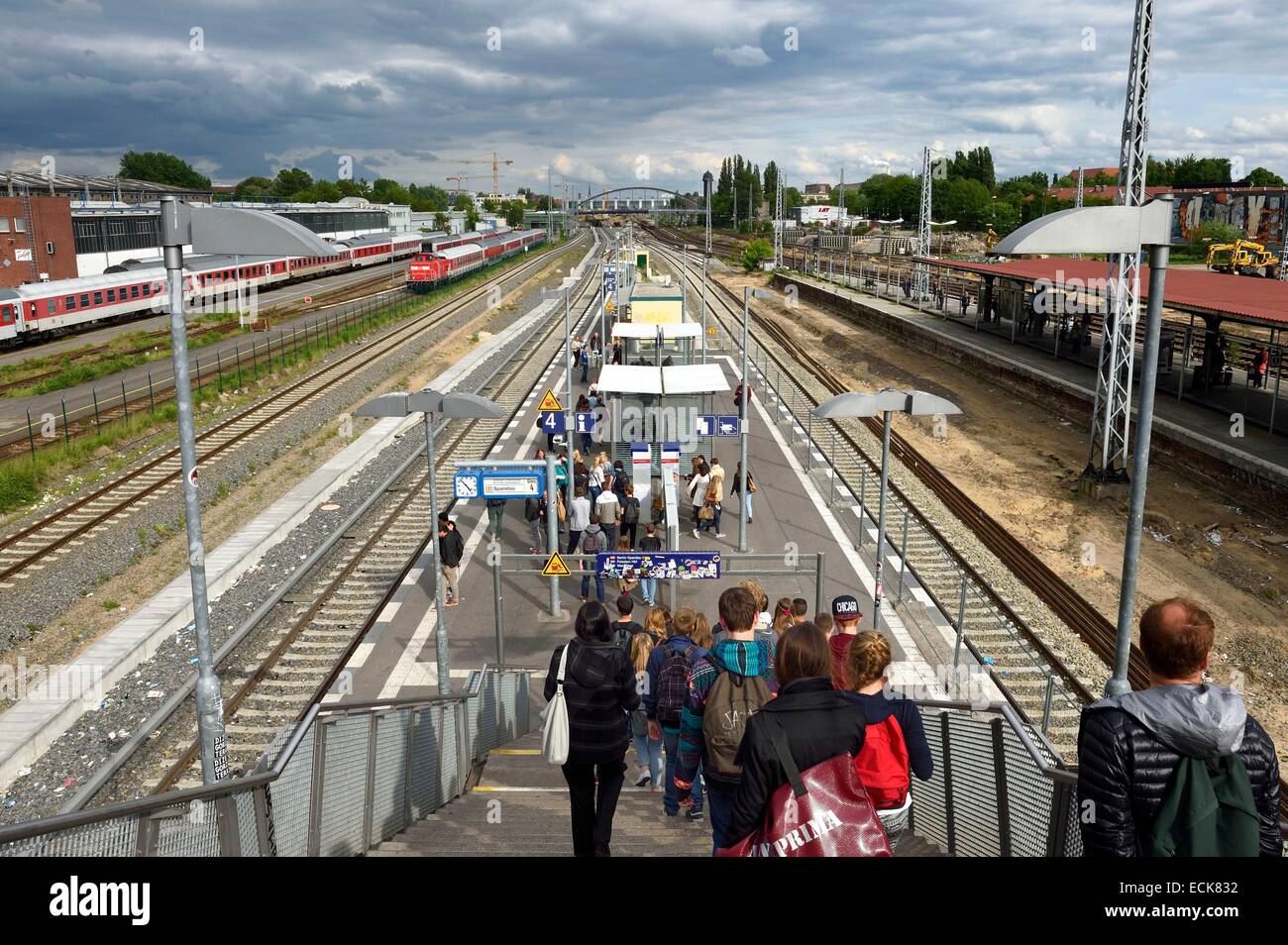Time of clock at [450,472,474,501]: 4:52
